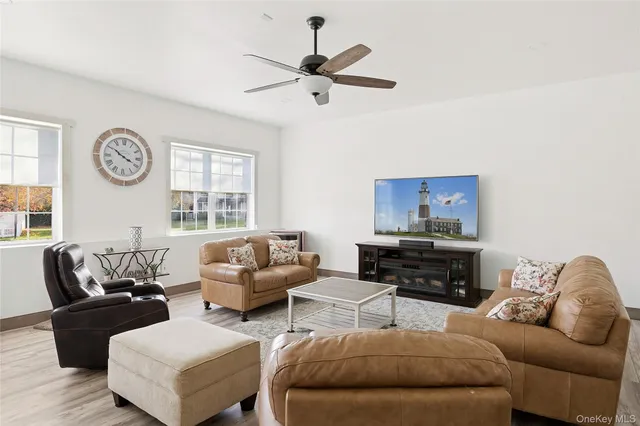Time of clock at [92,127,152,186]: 3:50
